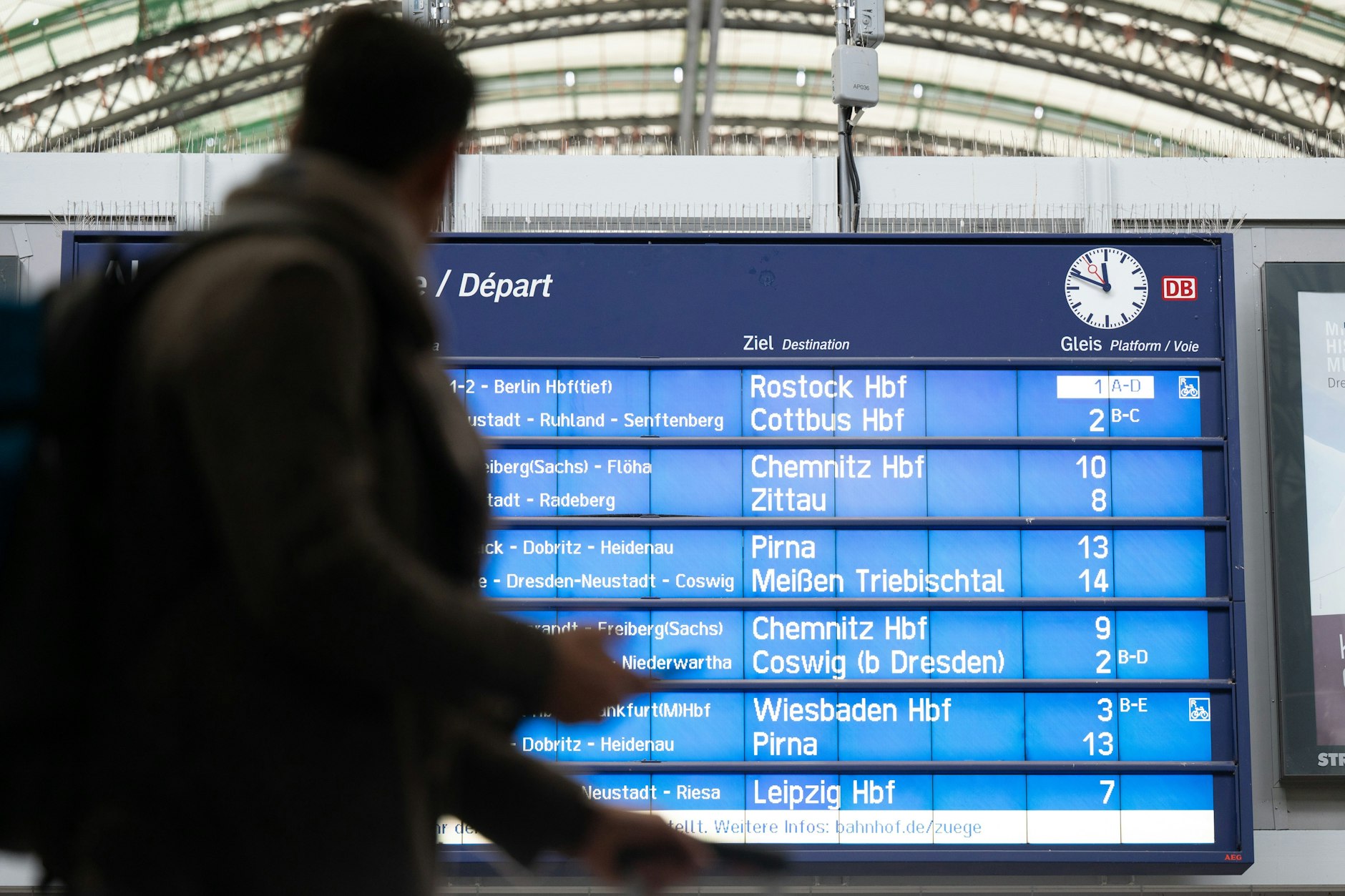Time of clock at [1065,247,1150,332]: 11:48
